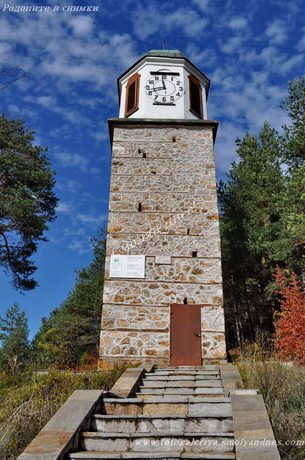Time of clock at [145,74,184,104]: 11:42
